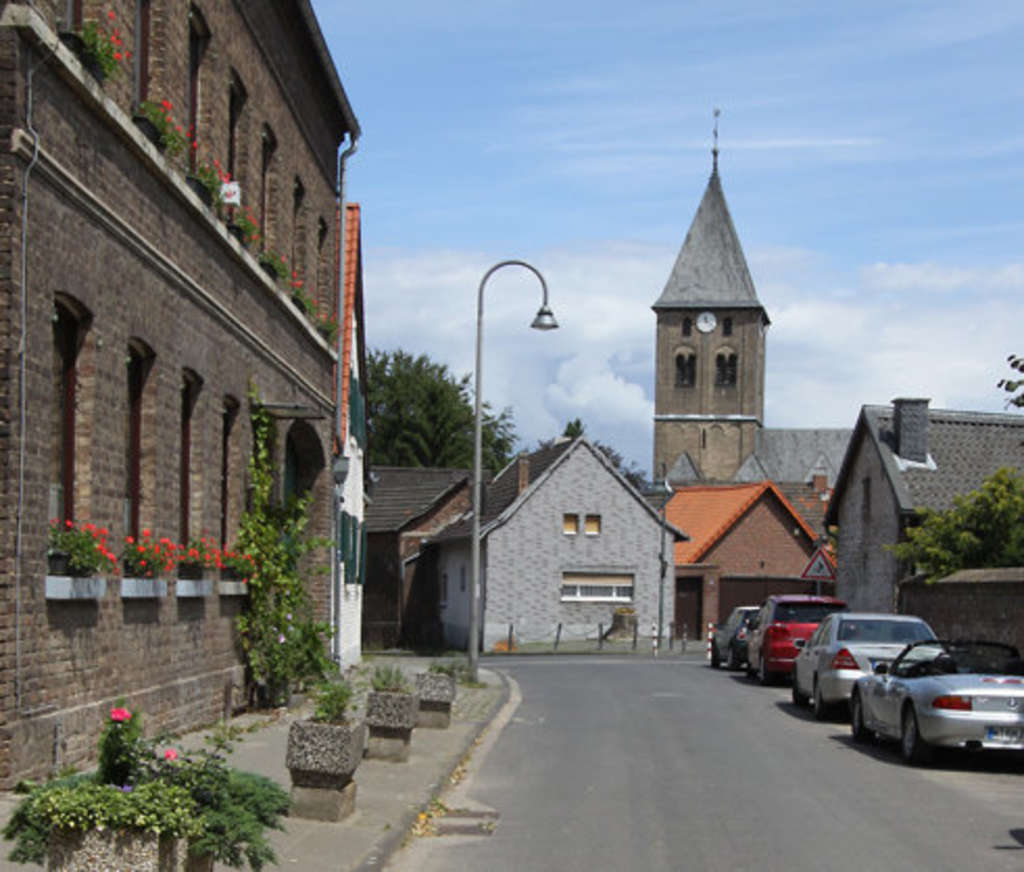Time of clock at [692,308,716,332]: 11:22
